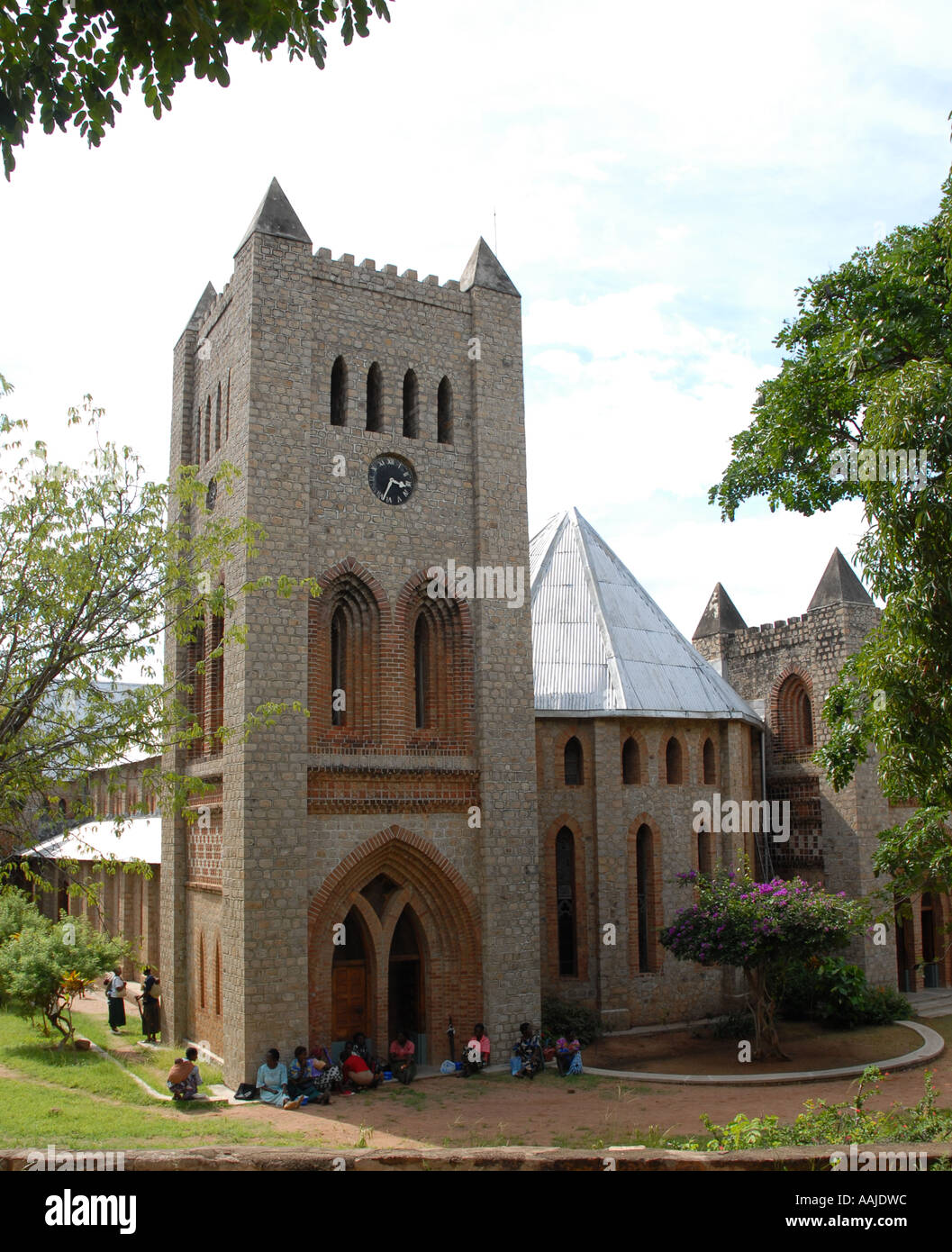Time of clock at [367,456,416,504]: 3:34
